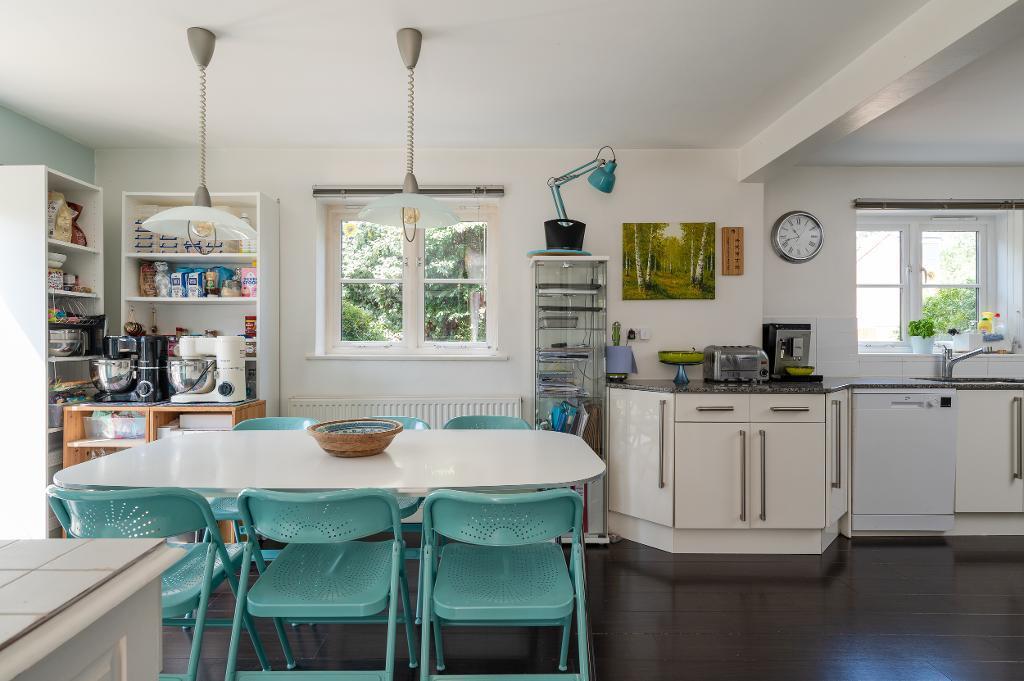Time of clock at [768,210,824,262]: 10:42
